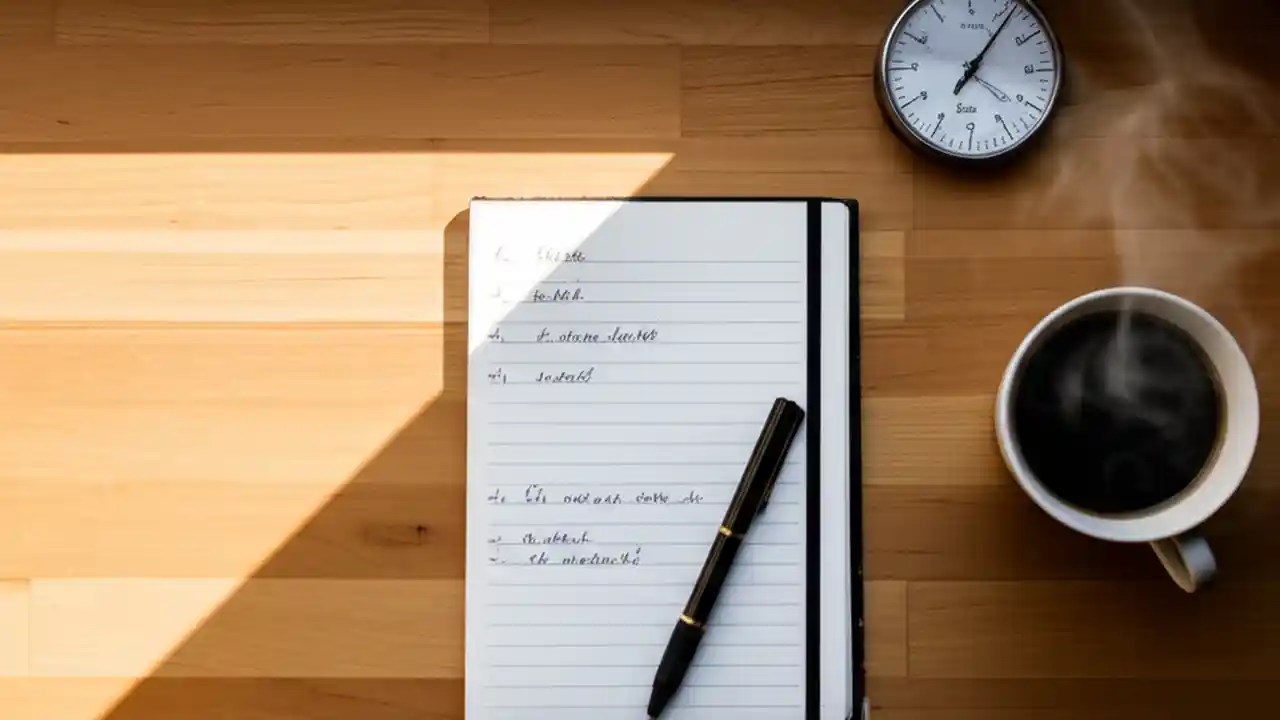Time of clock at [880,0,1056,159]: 7:06
